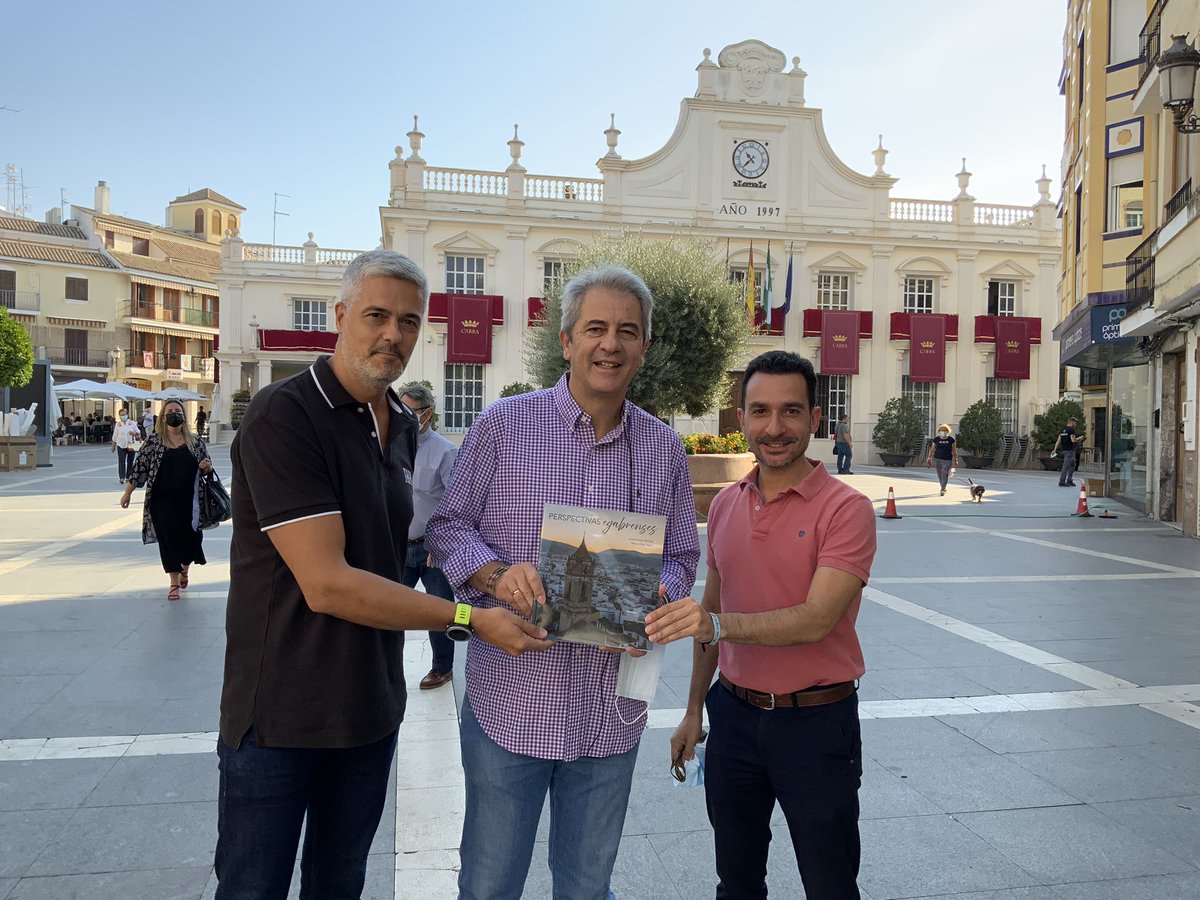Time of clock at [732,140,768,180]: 10:37
